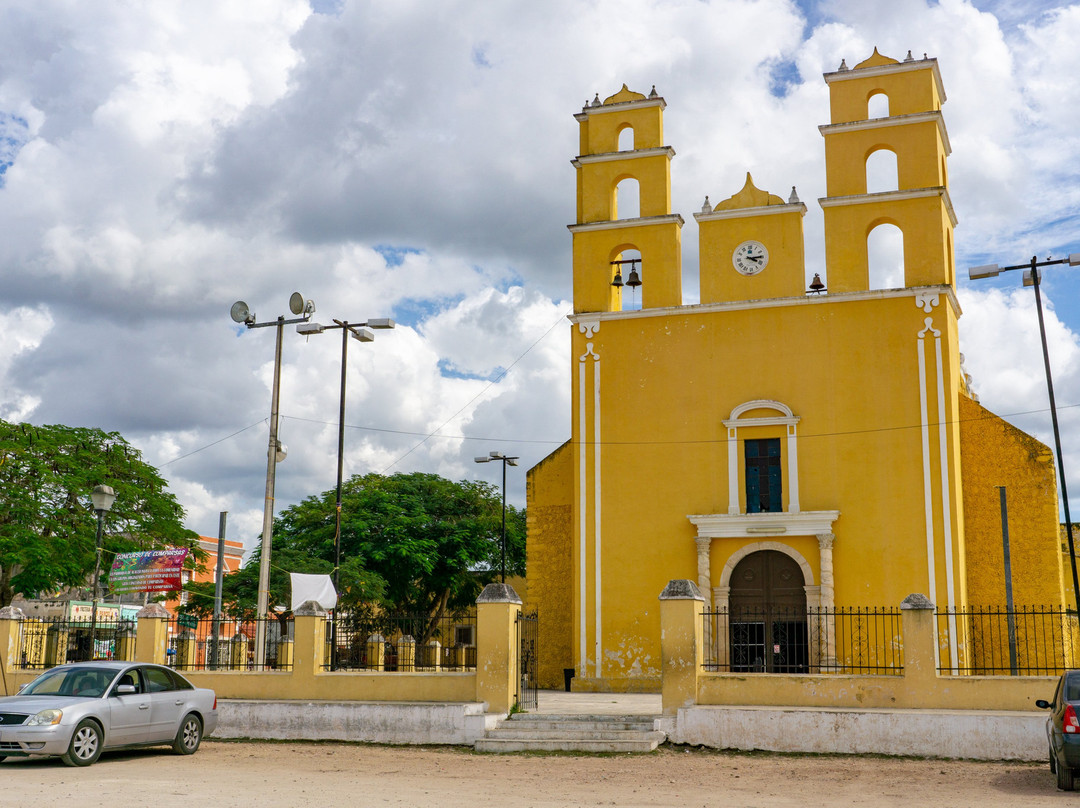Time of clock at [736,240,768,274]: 4:14
